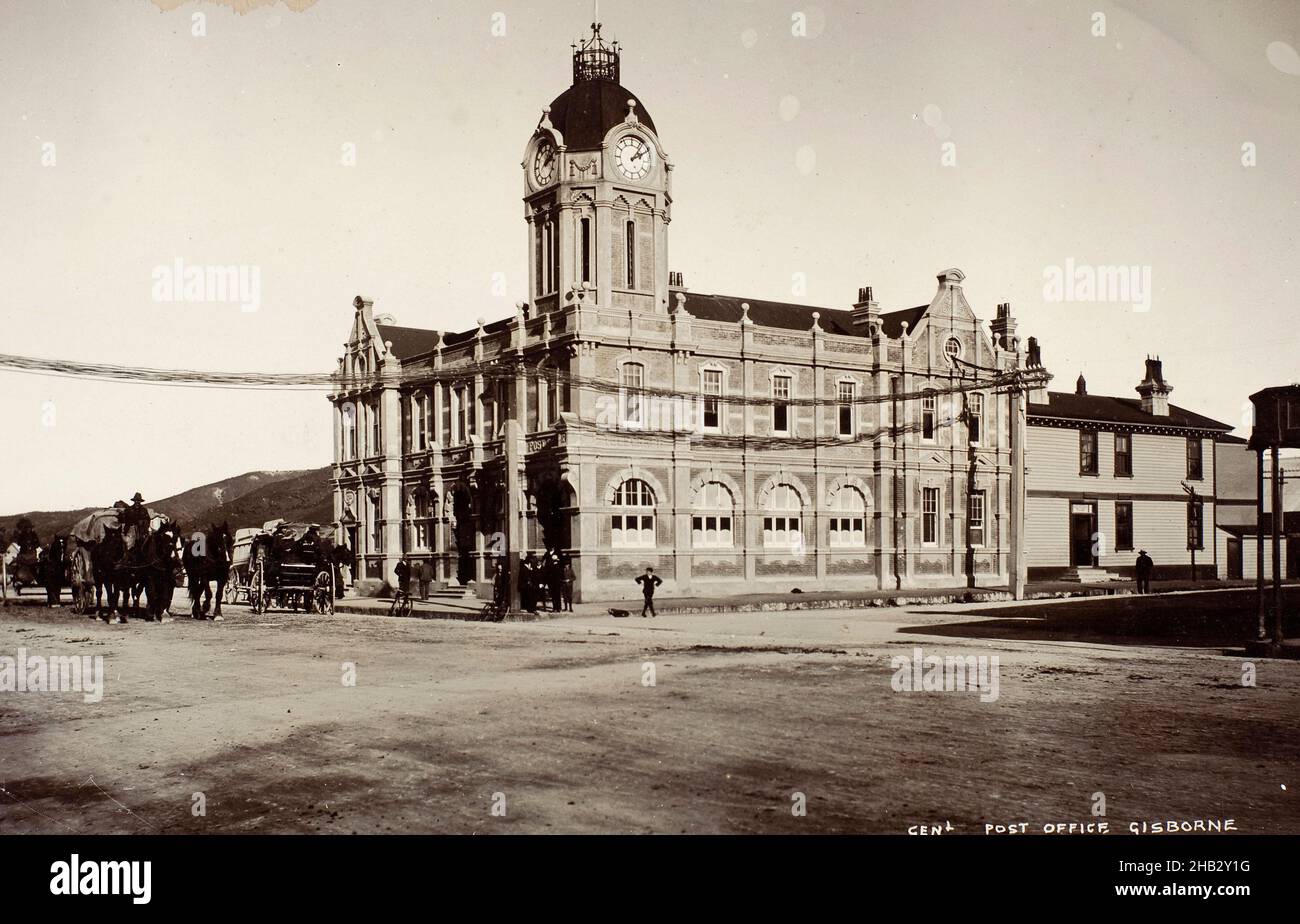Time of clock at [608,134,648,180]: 2:06
